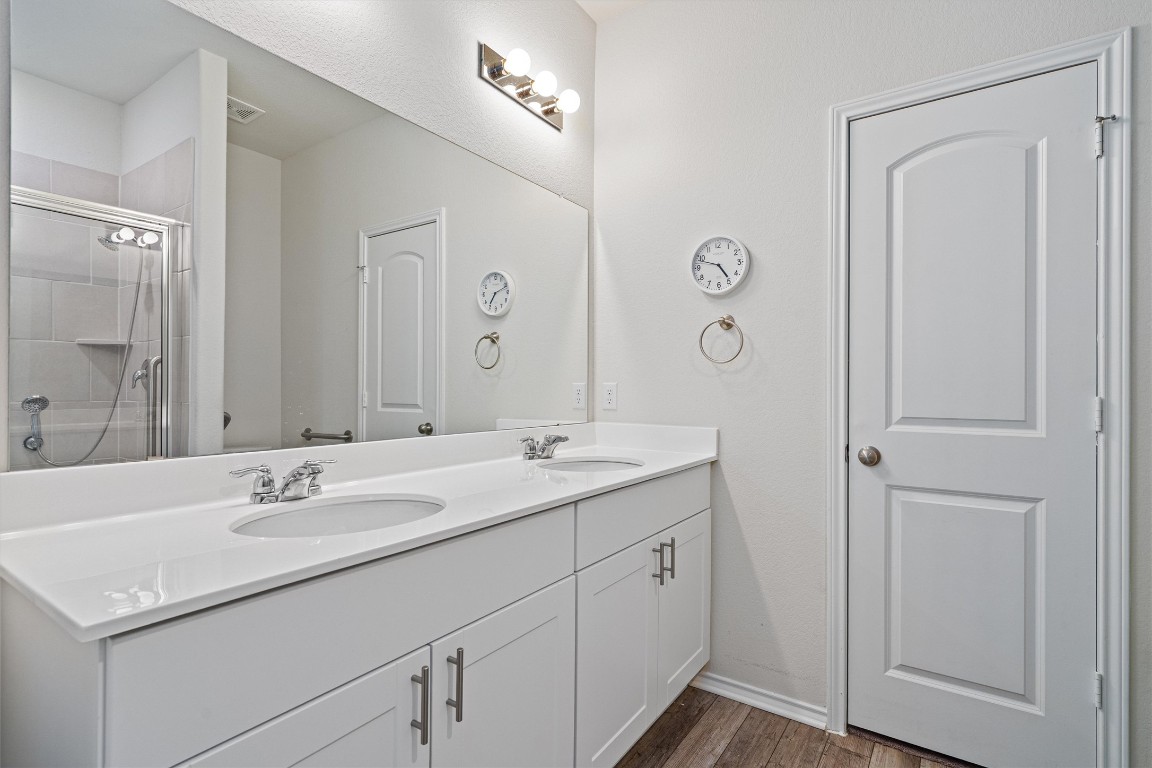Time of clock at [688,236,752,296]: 4:48
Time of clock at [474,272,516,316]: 7:11
